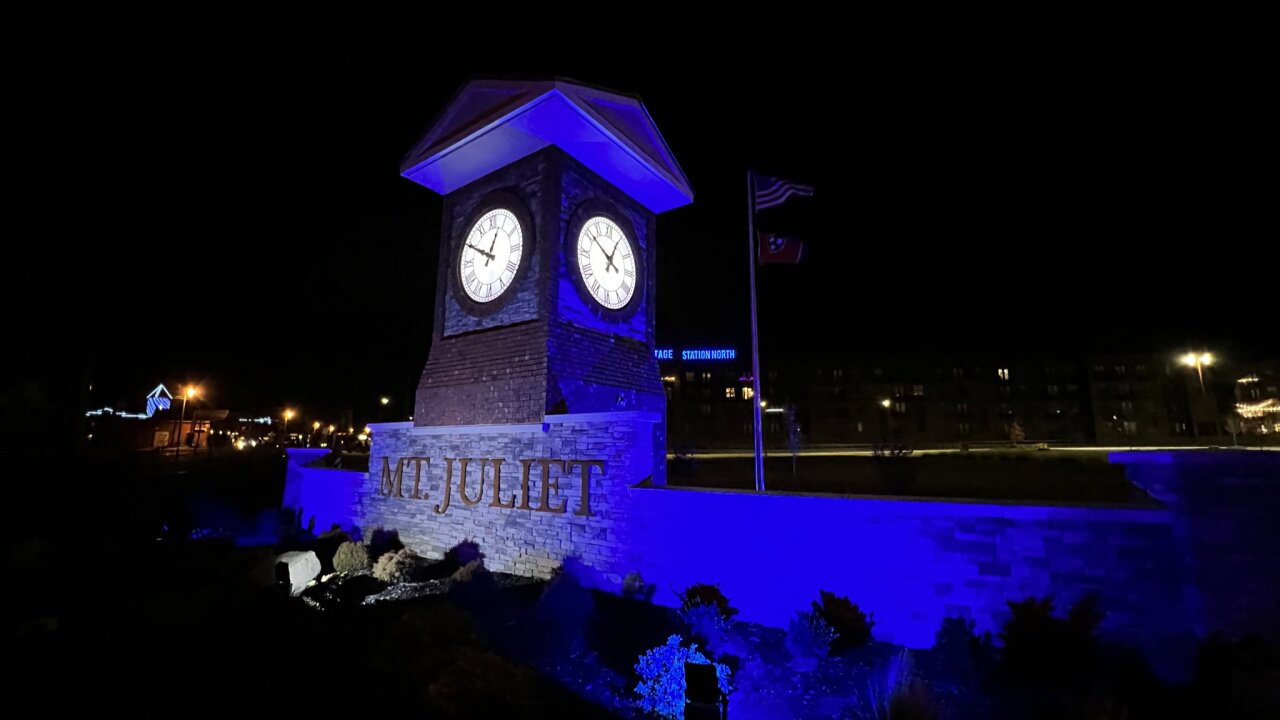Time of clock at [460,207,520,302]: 12:49
